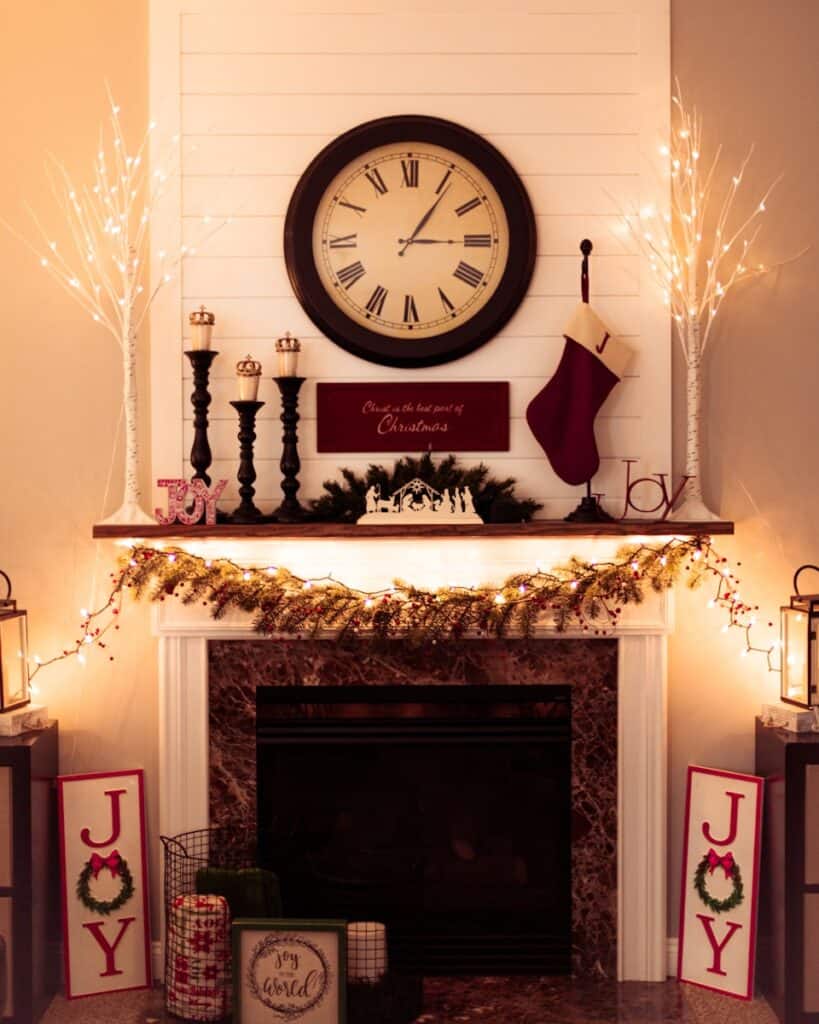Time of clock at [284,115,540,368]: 3:05
